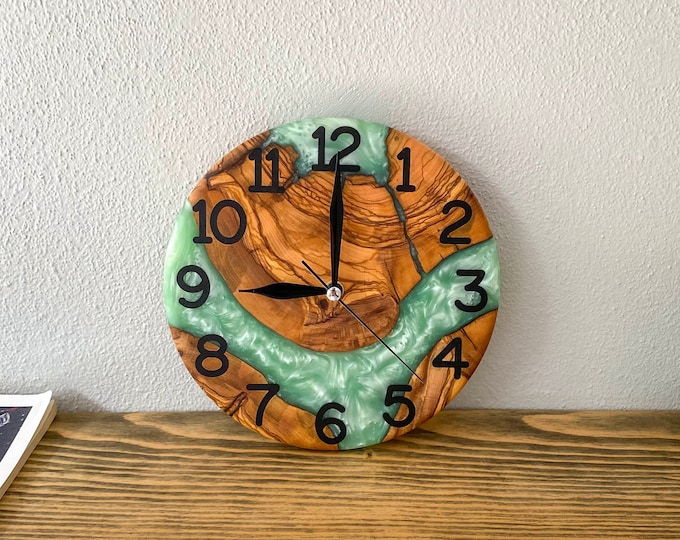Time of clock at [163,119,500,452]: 9:00
